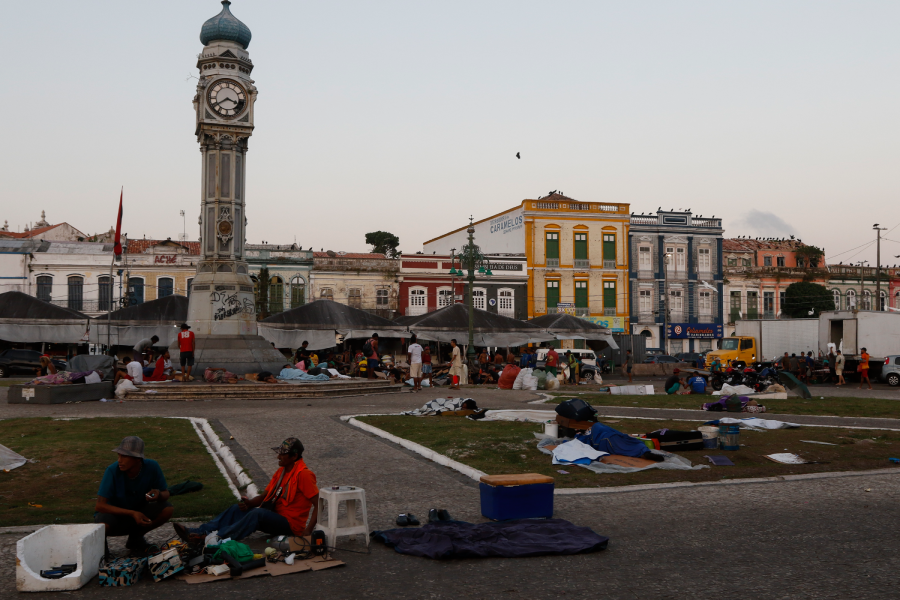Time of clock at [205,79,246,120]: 3:39
